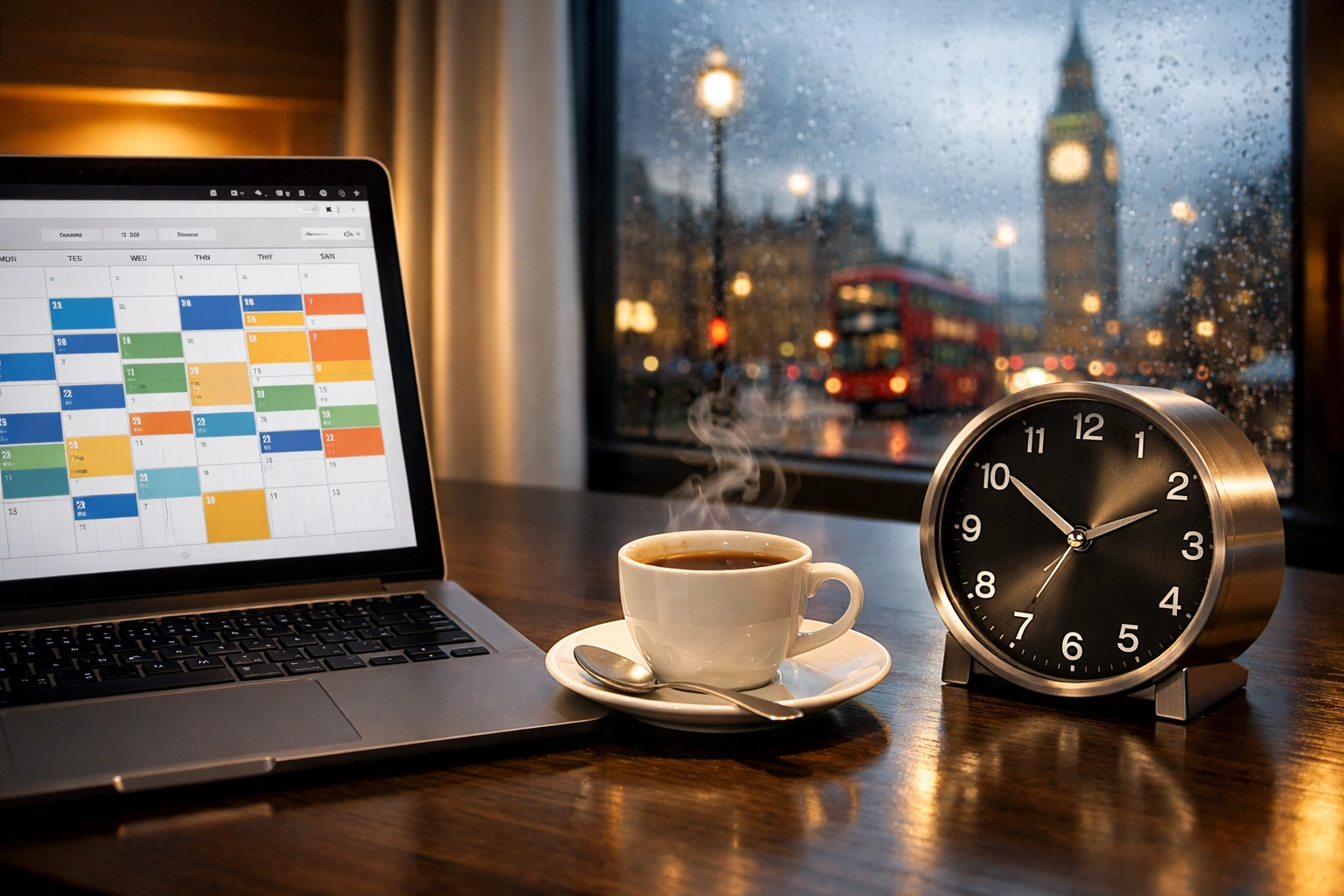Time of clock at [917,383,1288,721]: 10:11
